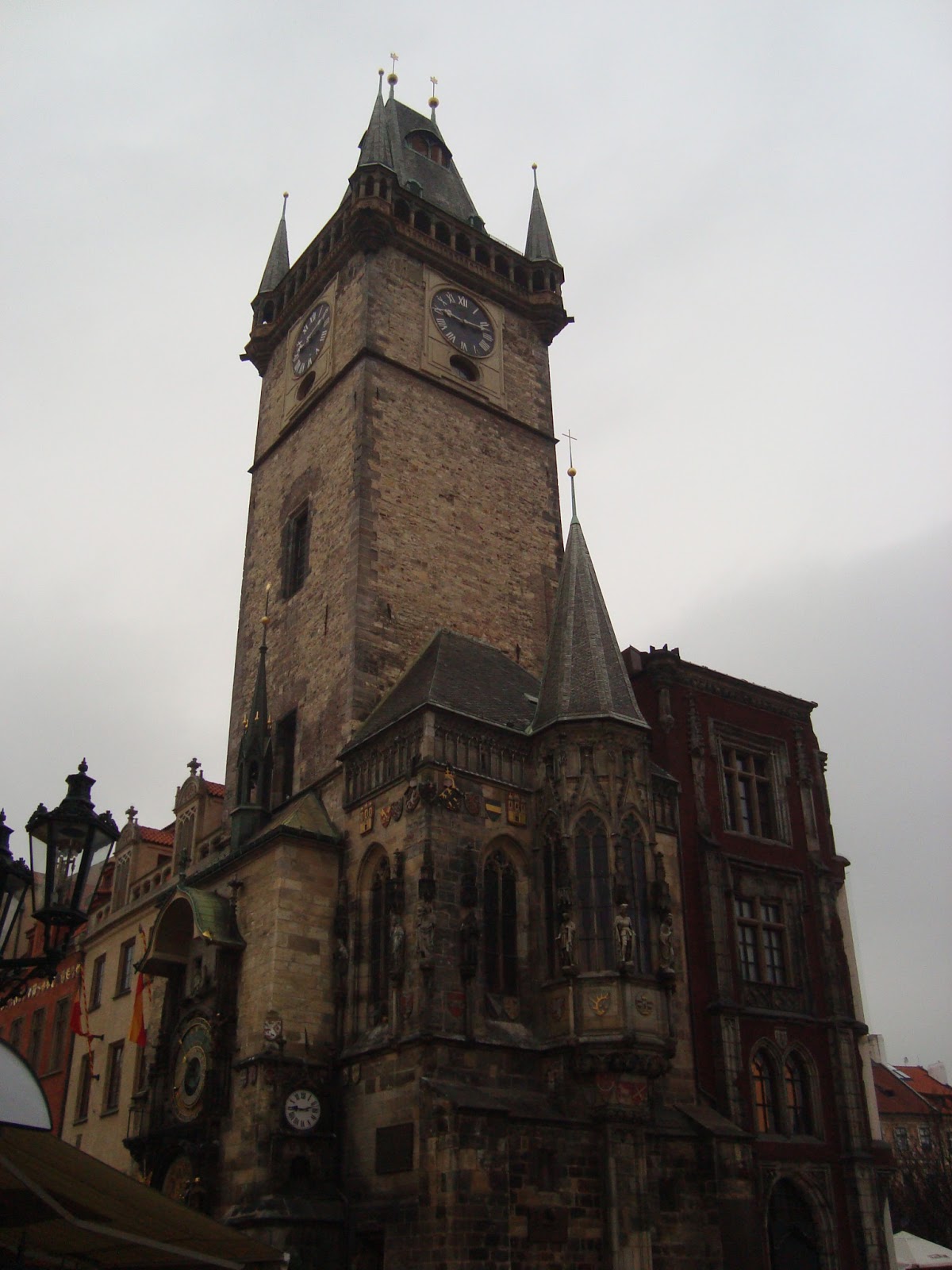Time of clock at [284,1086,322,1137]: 9:12
